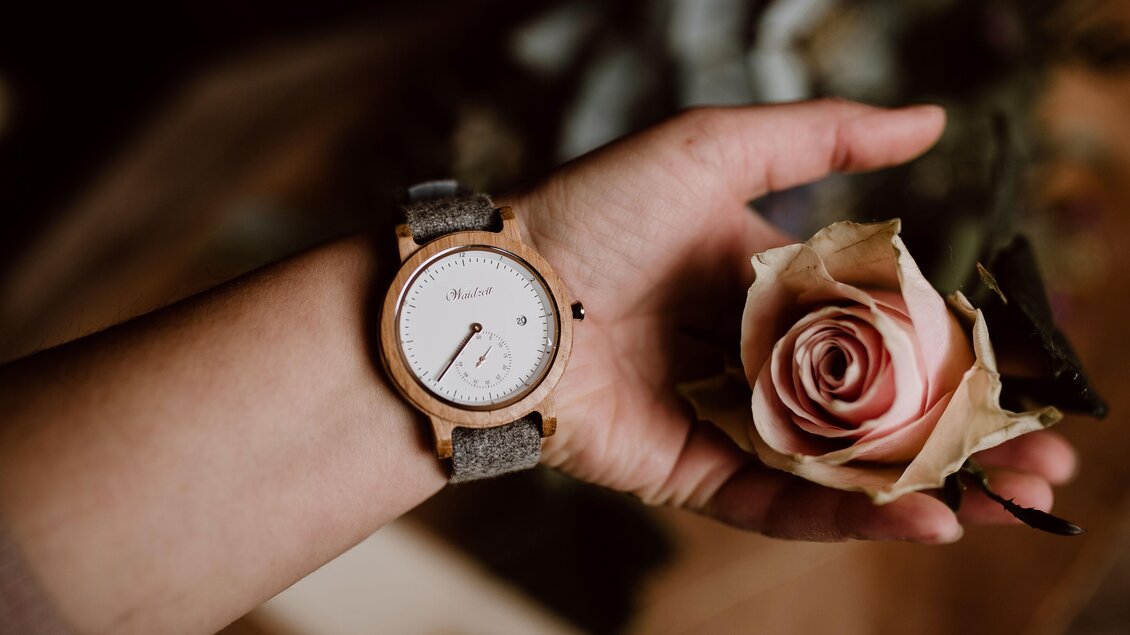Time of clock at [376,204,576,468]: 7:37
